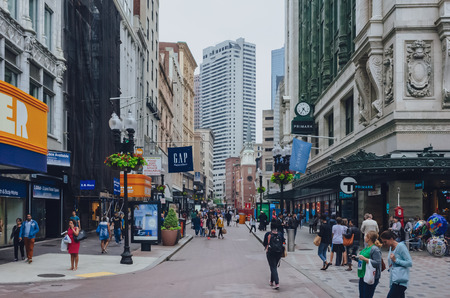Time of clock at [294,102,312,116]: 4:34
